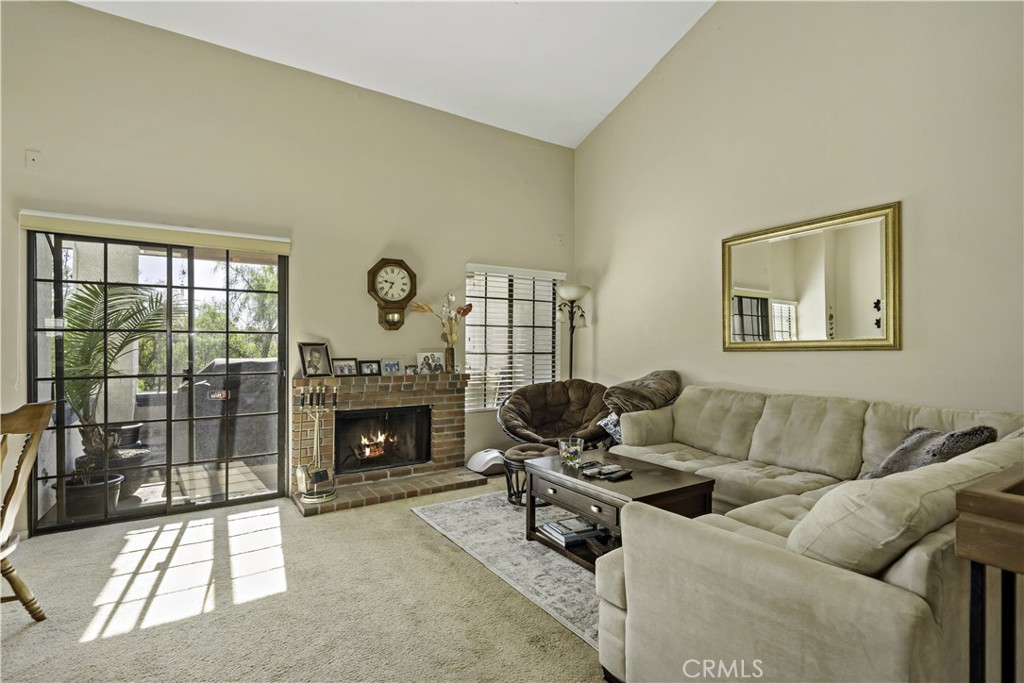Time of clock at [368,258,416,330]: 9:35
